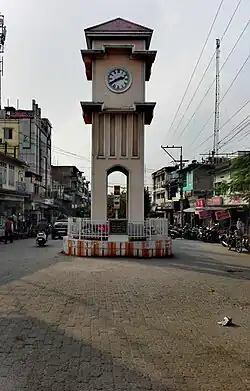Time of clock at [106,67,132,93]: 2:40
